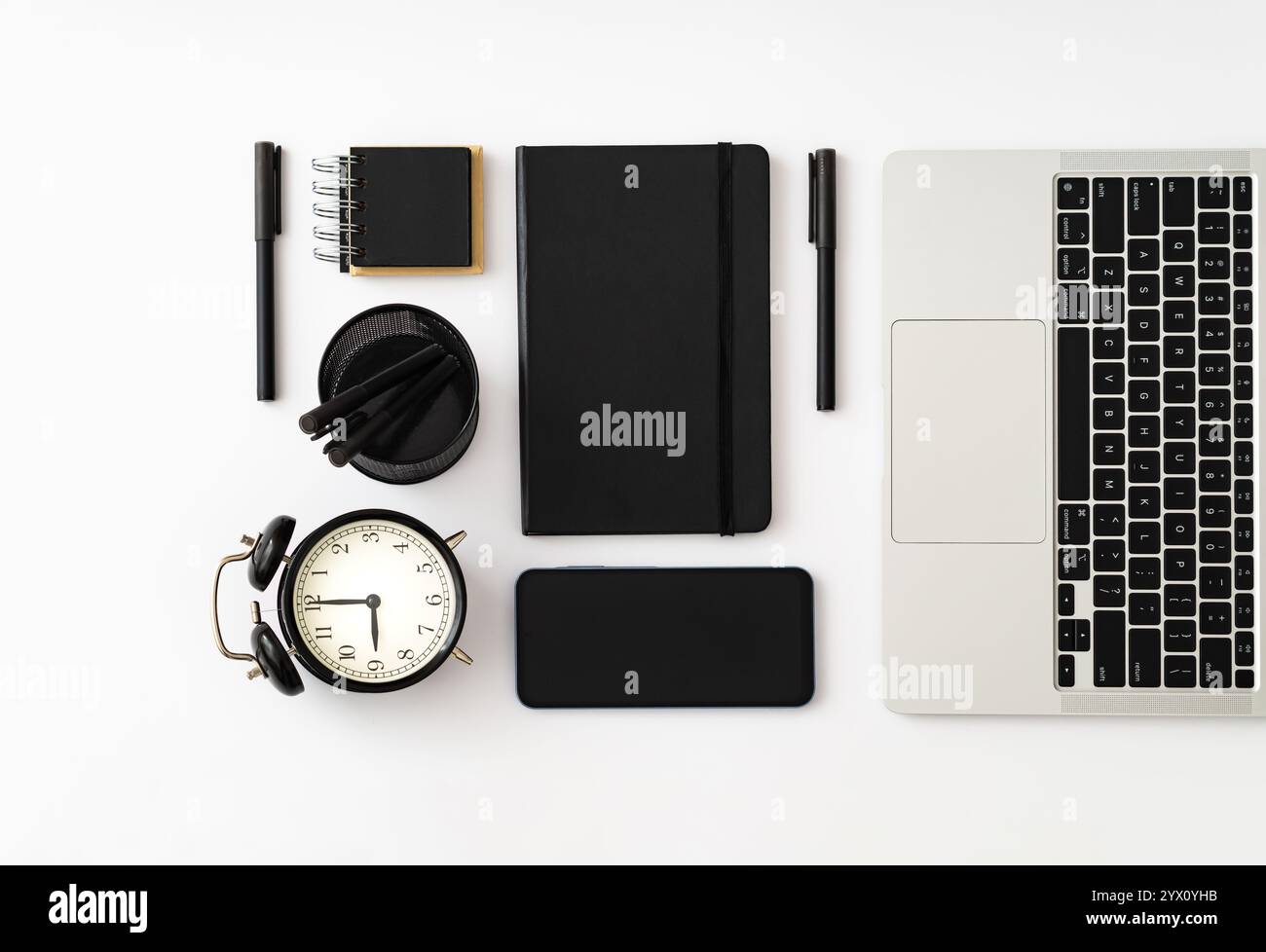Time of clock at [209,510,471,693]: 5:45
